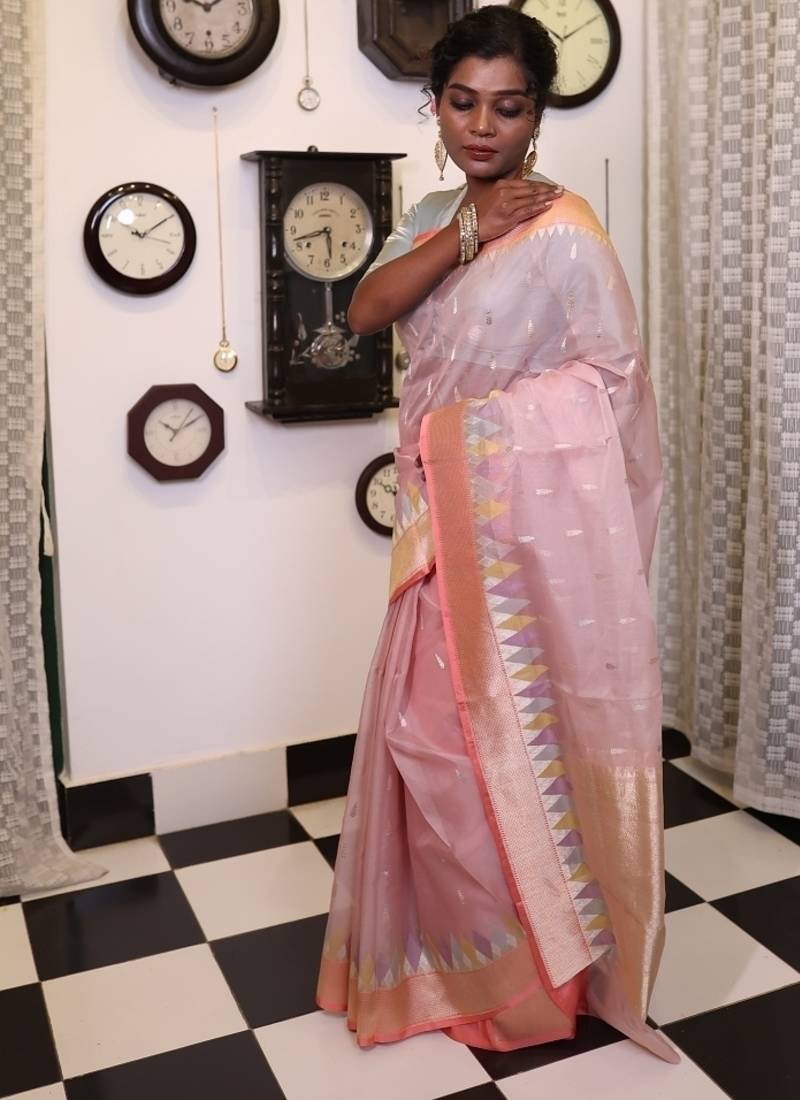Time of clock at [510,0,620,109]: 10:09
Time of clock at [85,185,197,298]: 10:09
